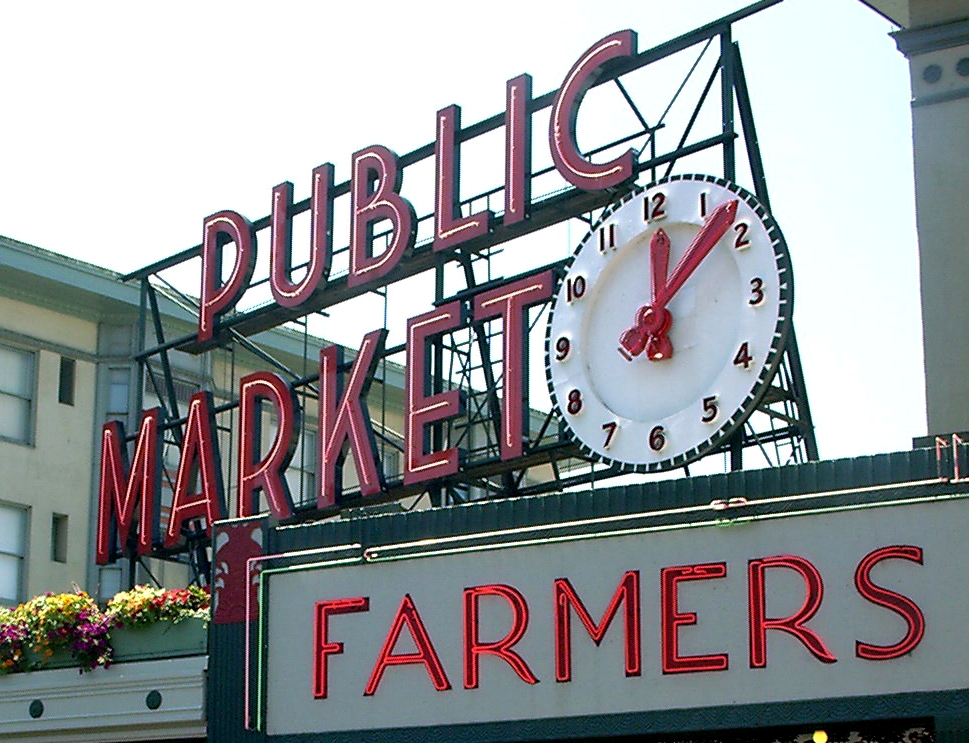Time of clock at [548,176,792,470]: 12:07
